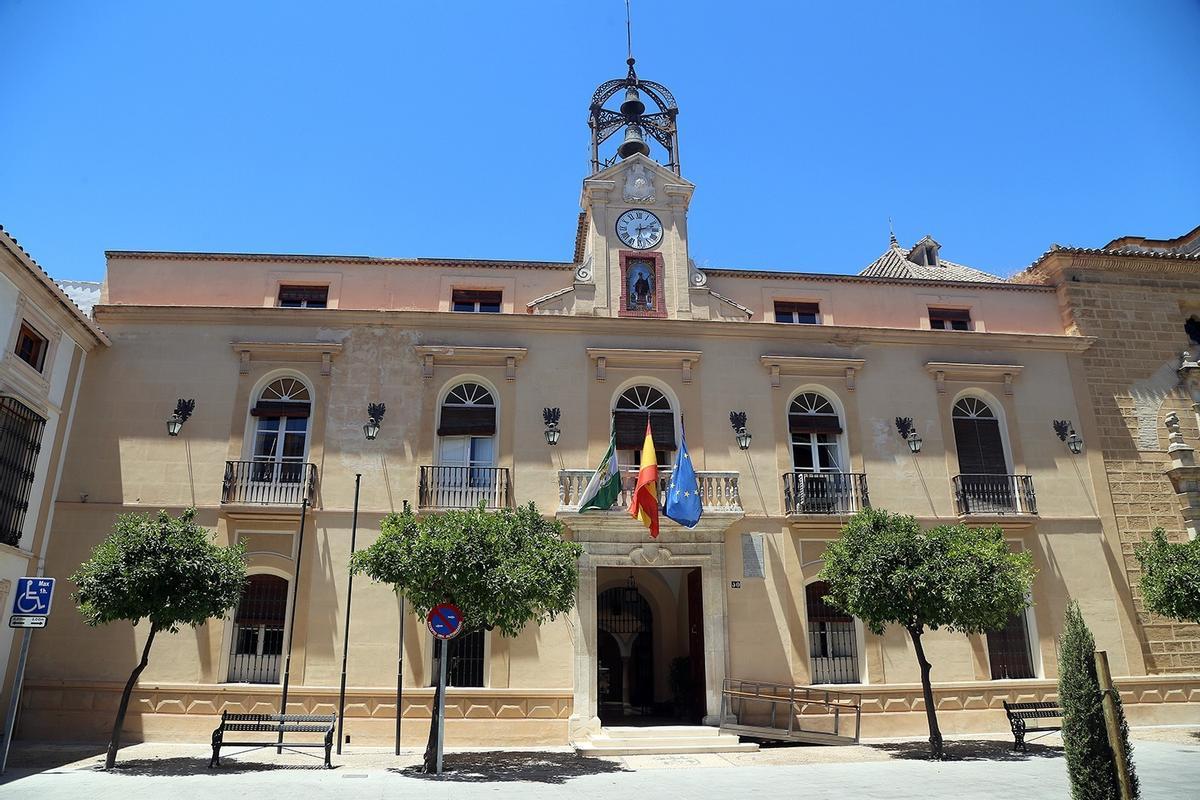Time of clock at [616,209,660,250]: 2:31
